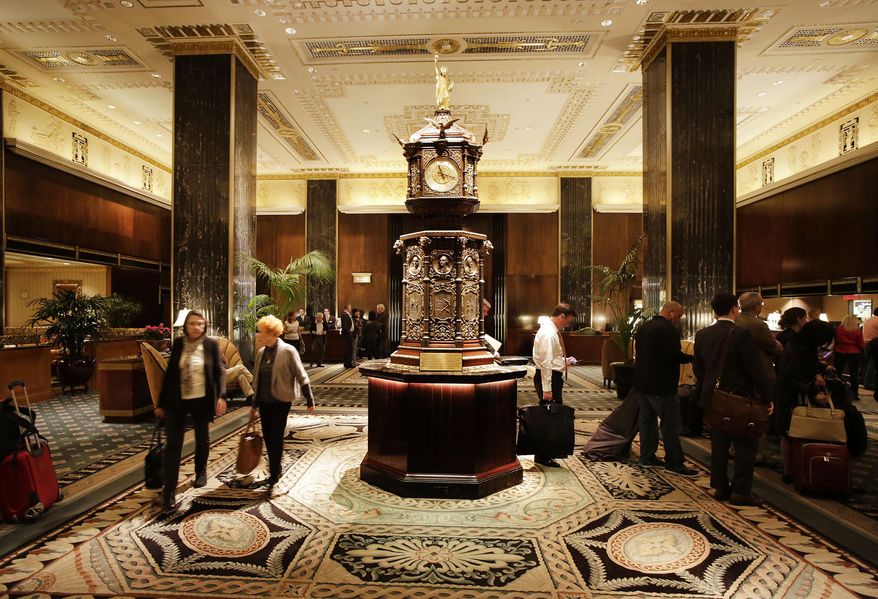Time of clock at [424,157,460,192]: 11:17
